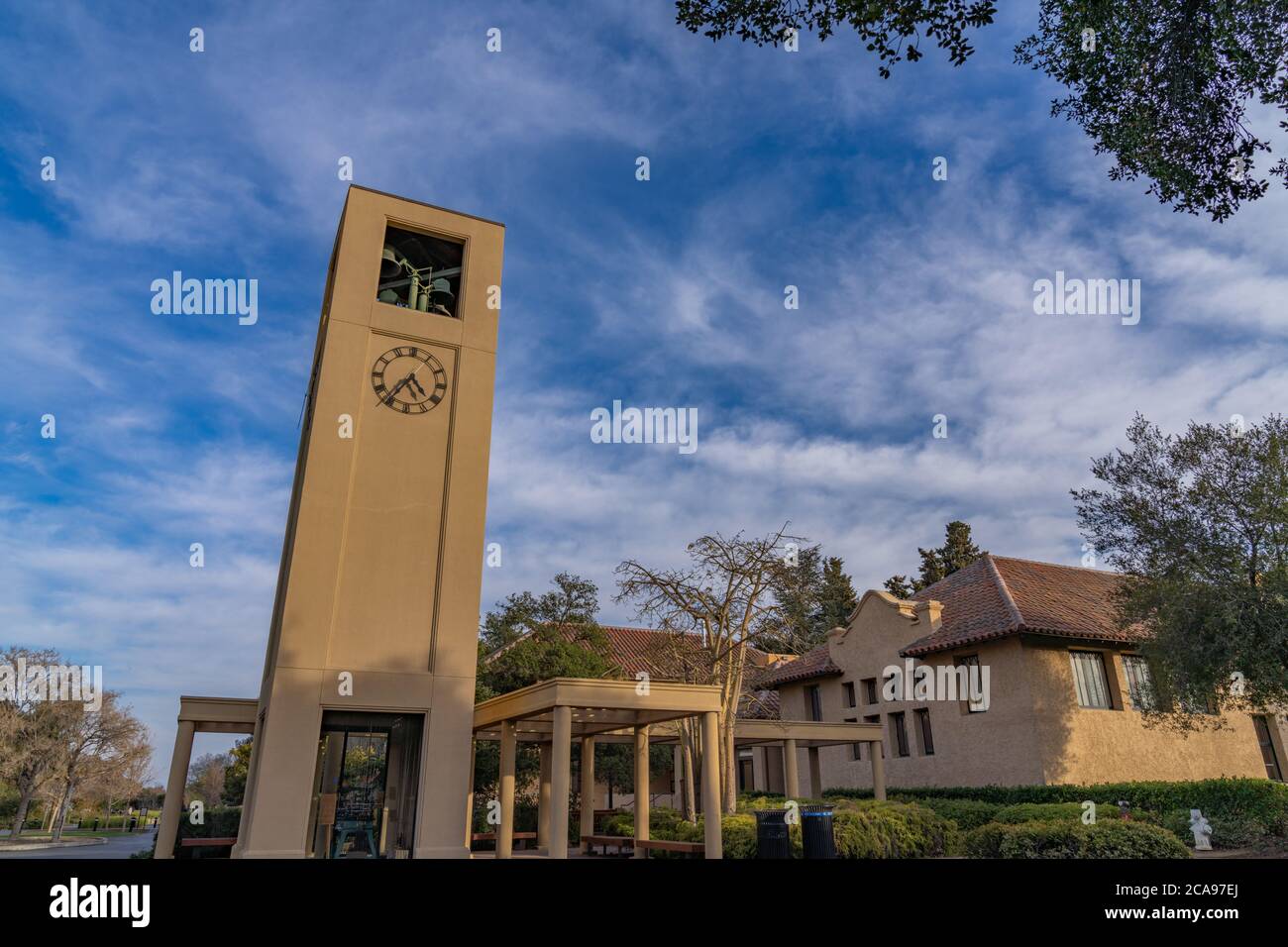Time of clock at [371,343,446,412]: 4:35
